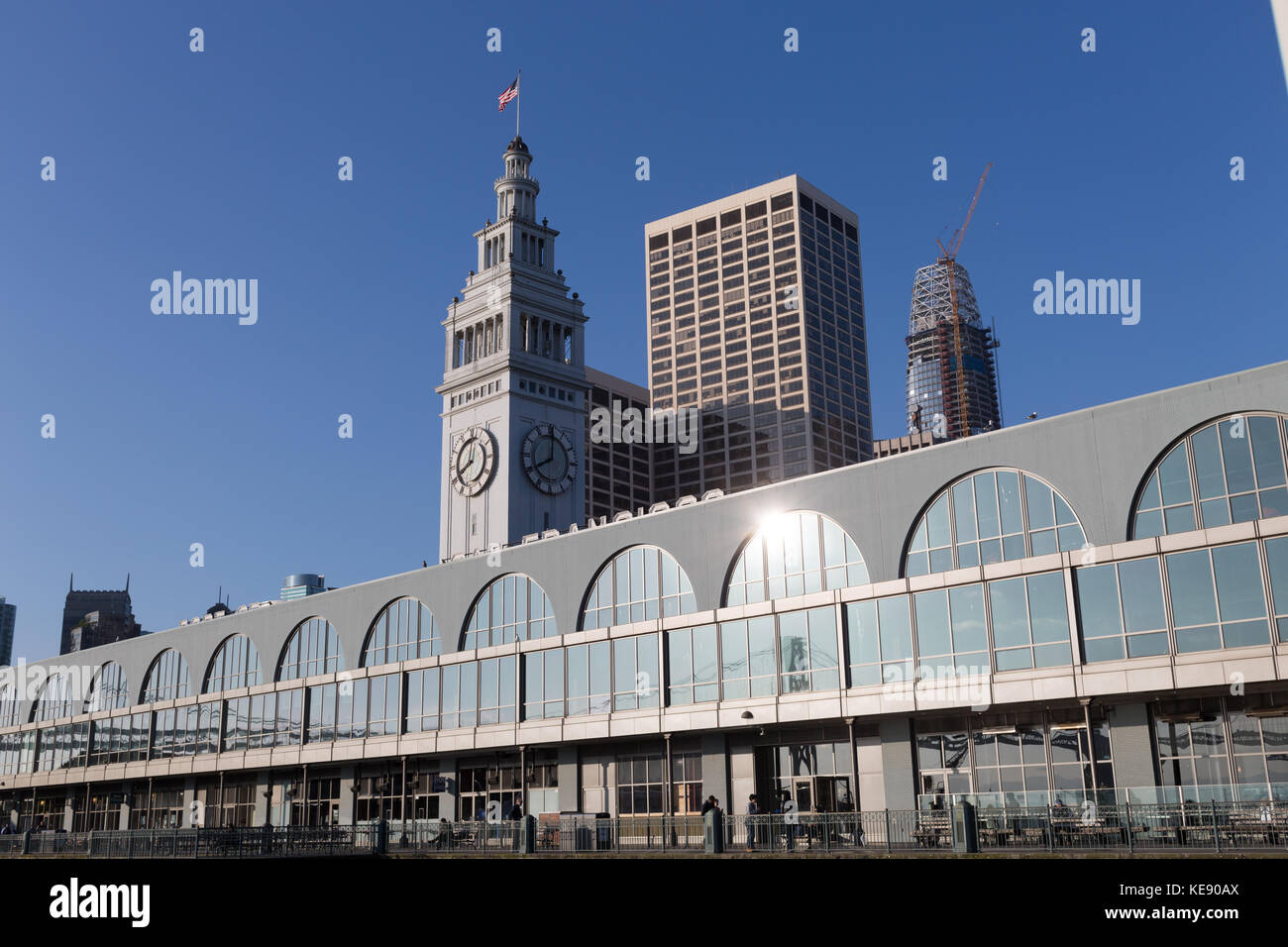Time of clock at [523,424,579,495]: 8:01
